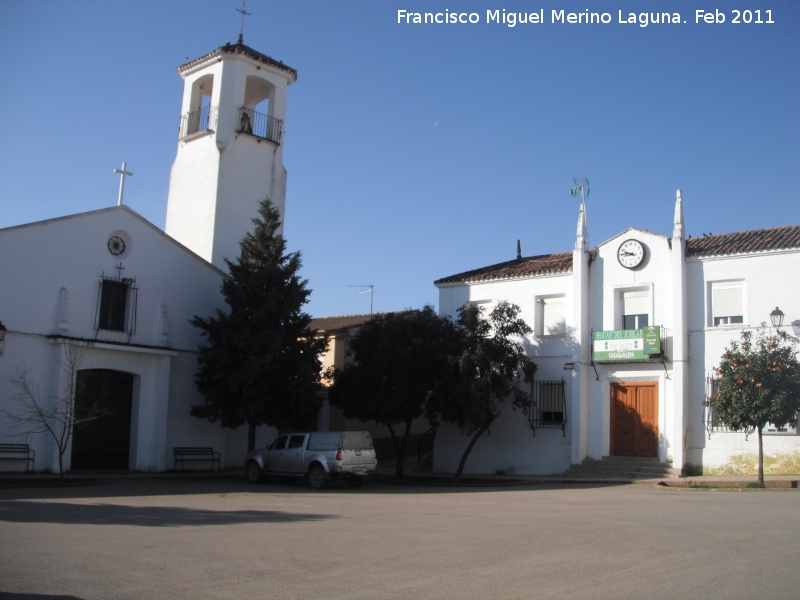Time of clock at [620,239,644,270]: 9:45
